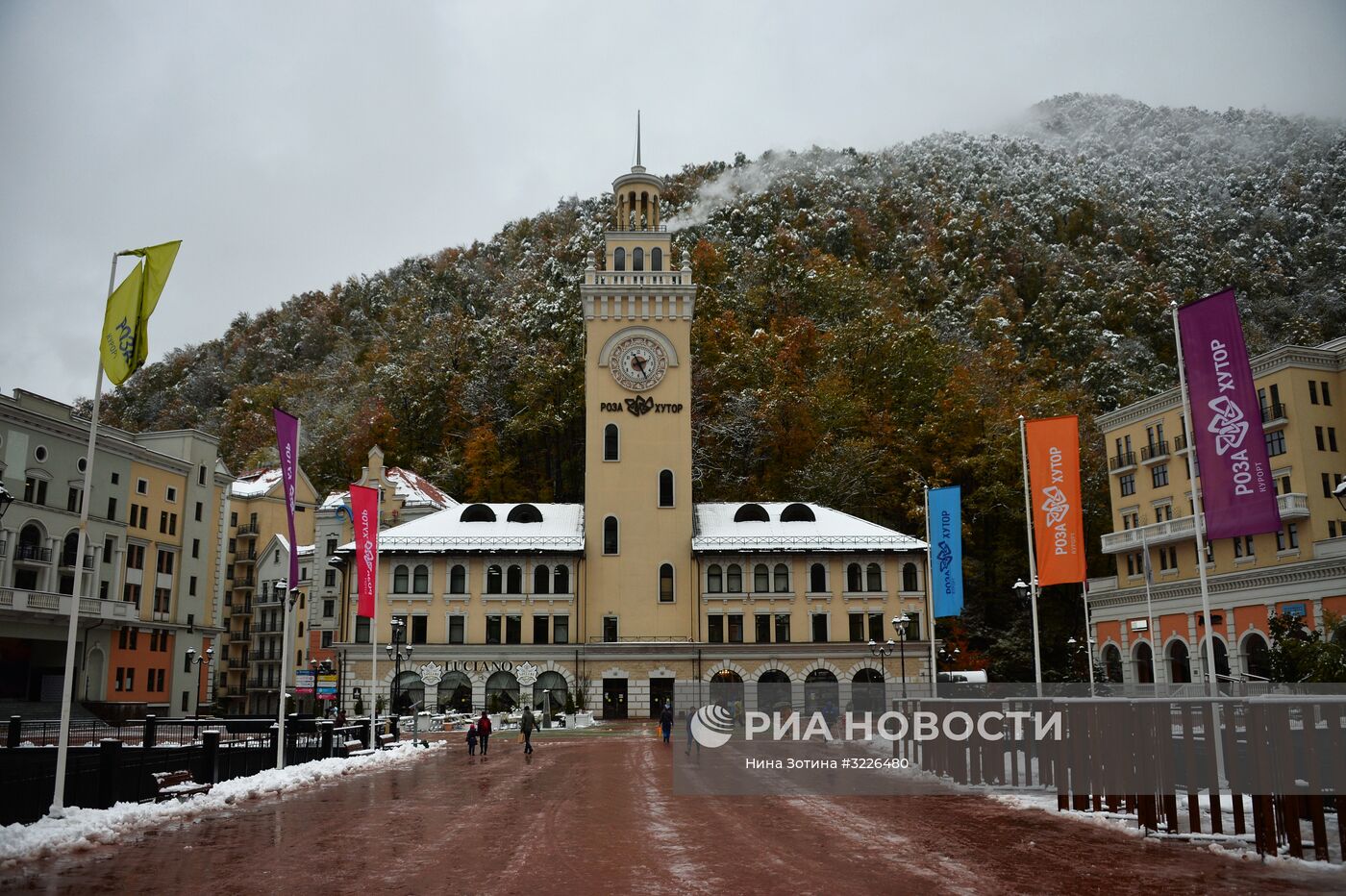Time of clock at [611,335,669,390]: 2:24
